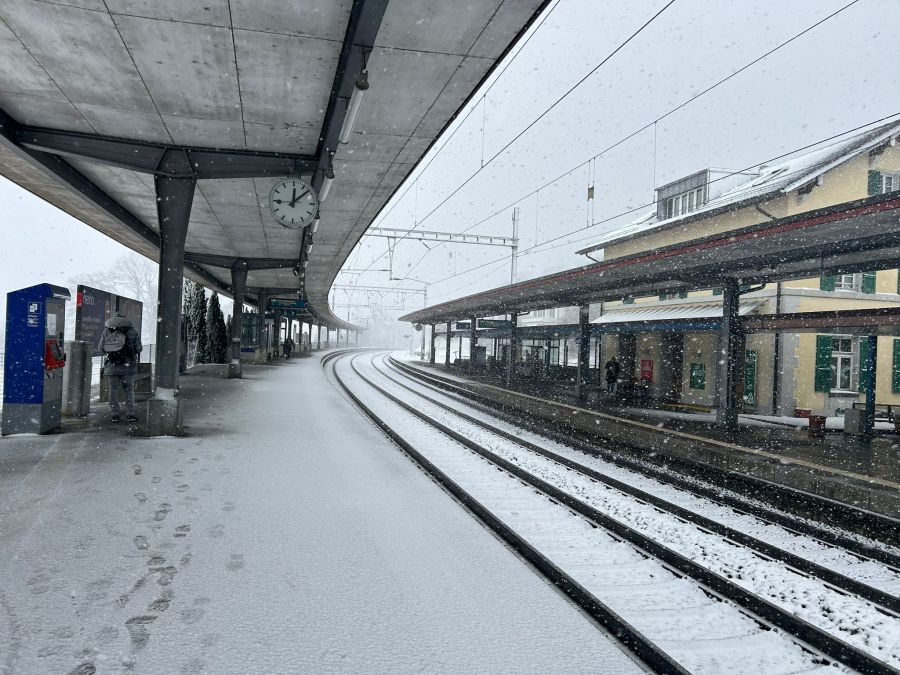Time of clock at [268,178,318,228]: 12:07
